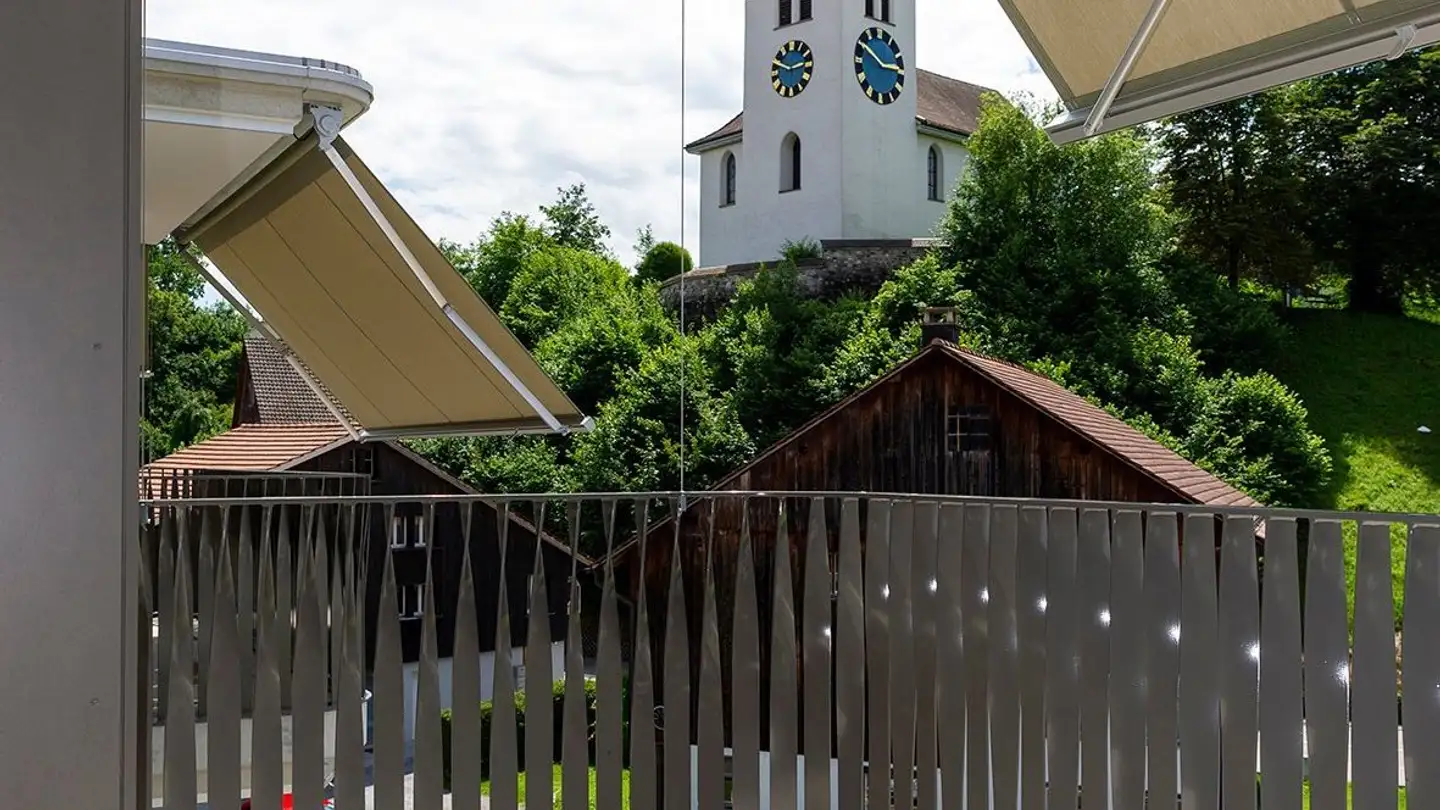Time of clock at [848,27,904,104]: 2:50
